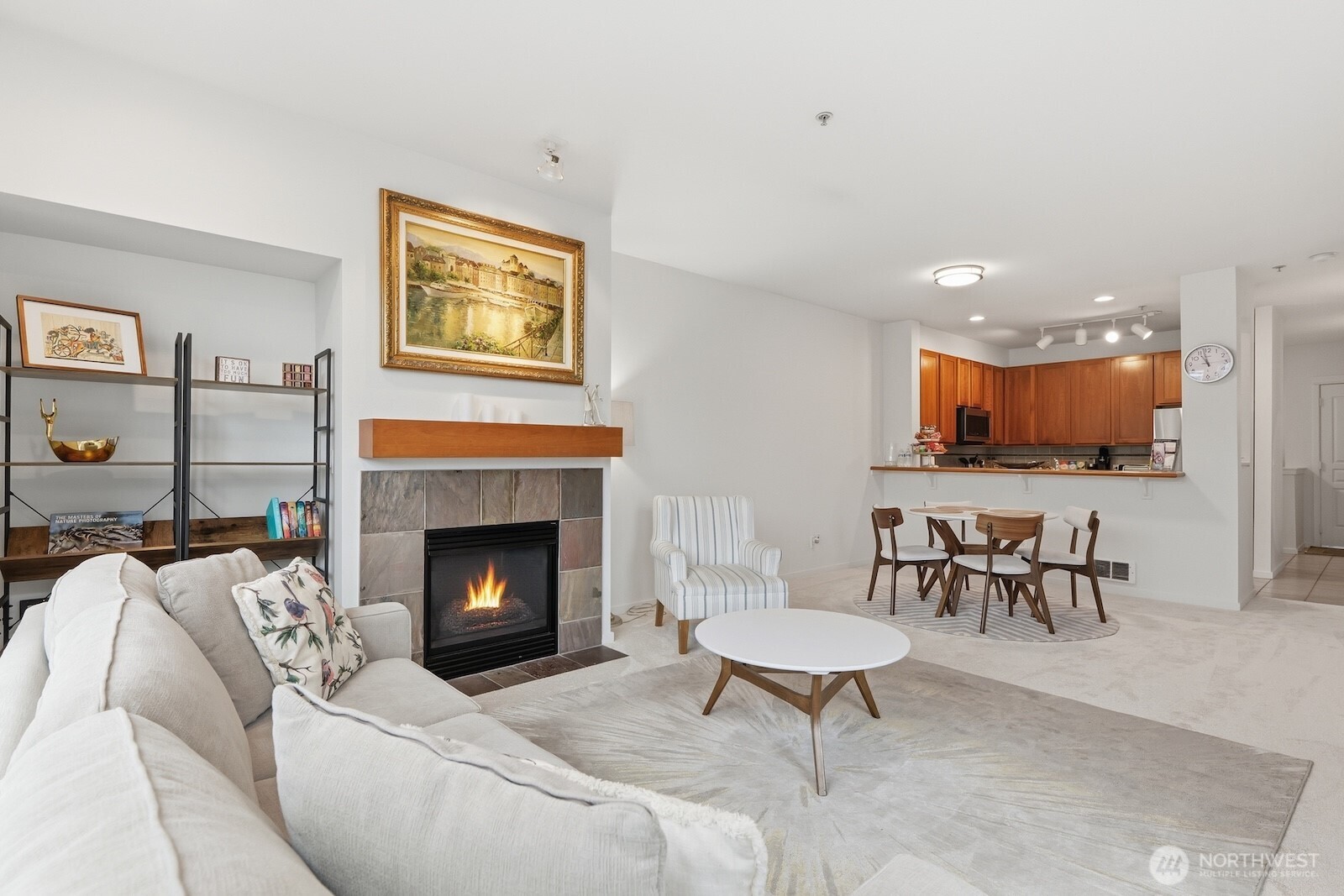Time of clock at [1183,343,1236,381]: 10:57
